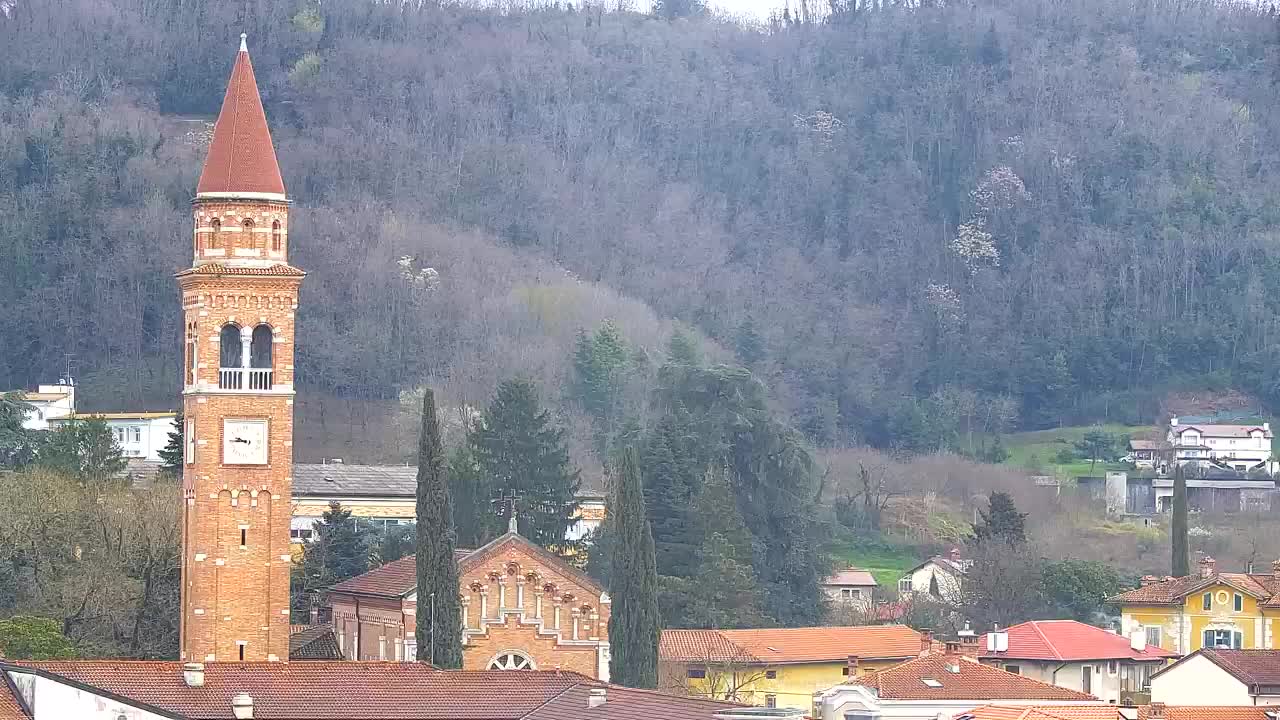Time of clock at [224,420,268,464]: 9:45
